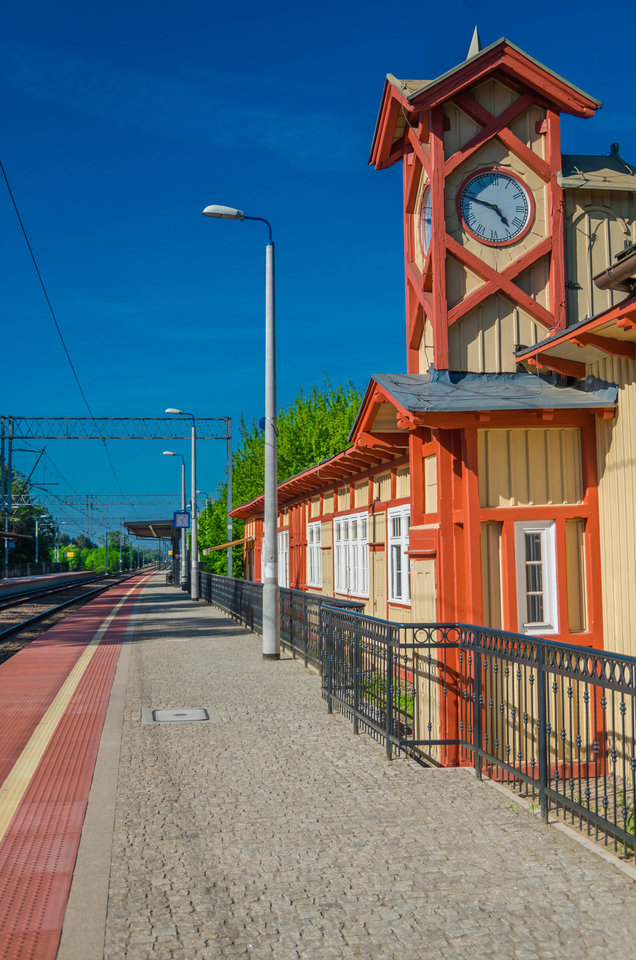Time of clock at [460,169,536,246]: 4:47
